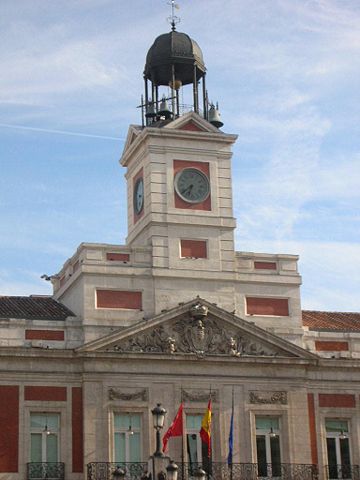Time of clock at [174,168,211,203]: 6:38
